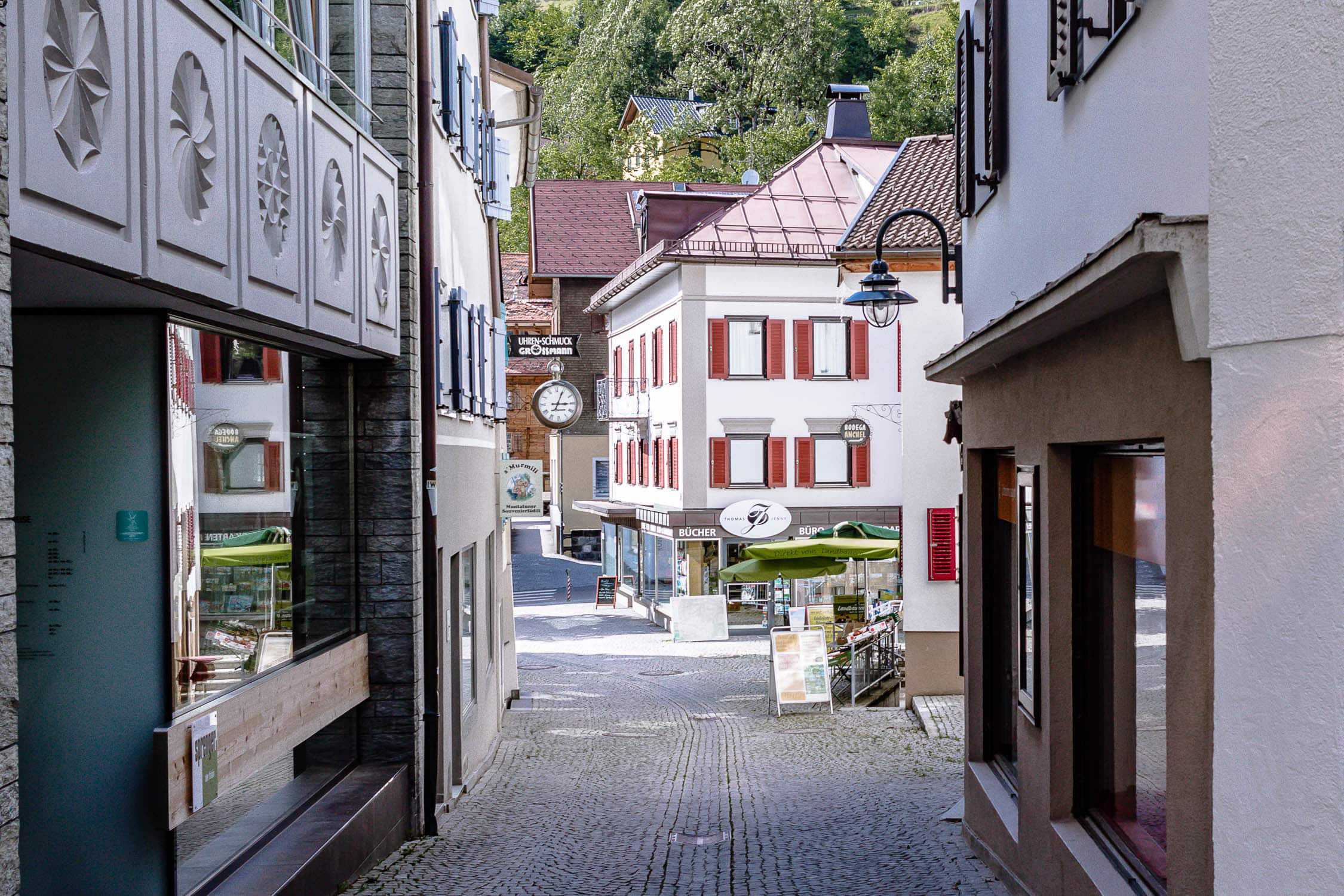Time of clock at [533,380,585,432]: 3:04
